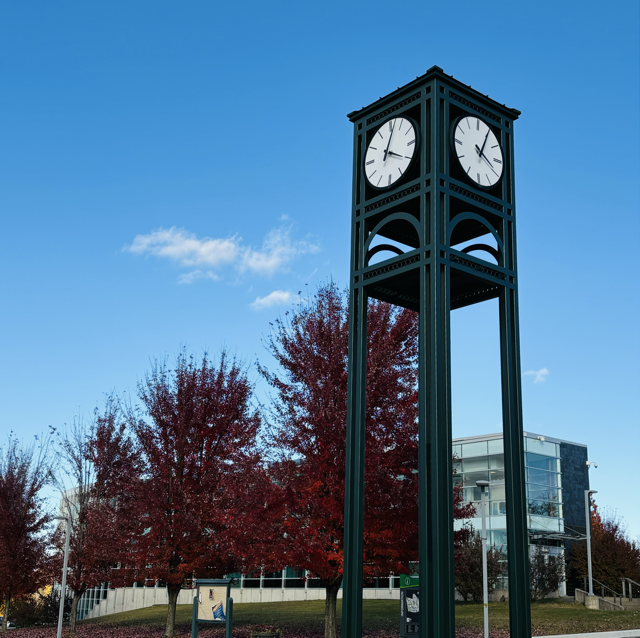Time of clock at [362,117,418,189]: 4:02
